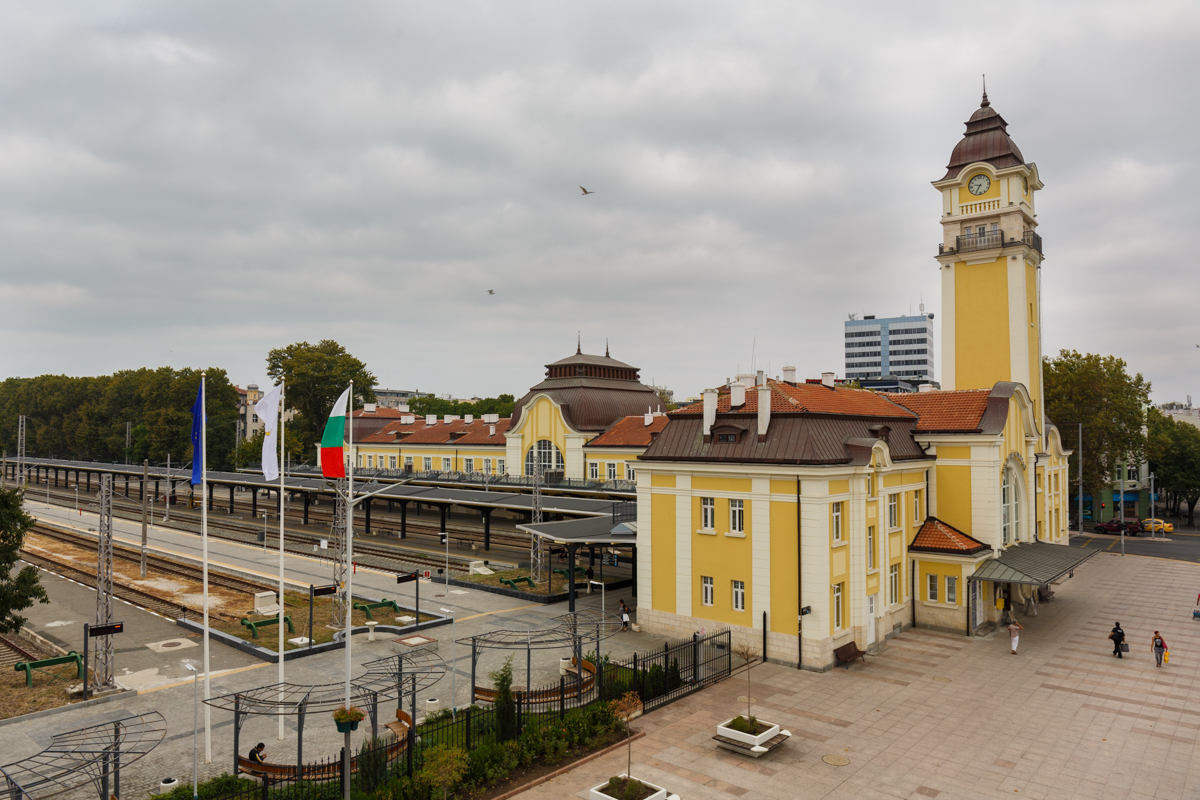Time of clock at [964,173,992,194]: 9:35
